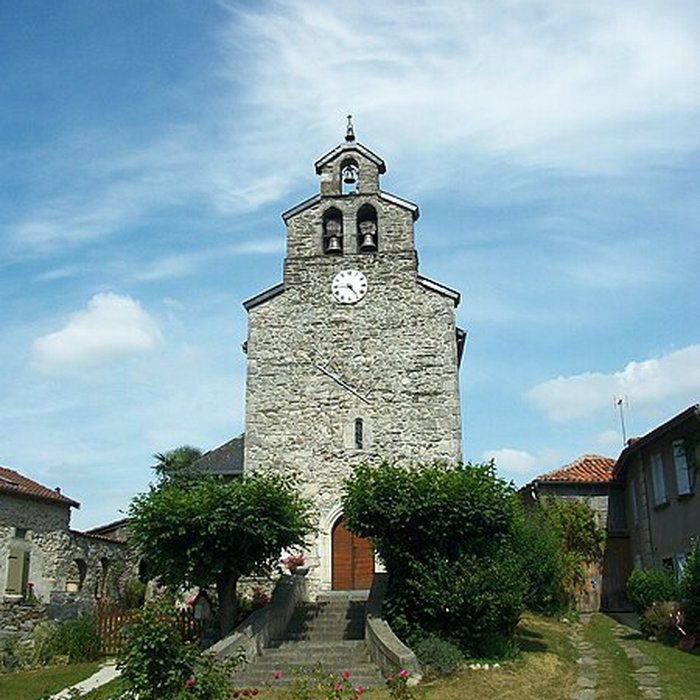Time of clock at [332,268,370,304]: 4:45
